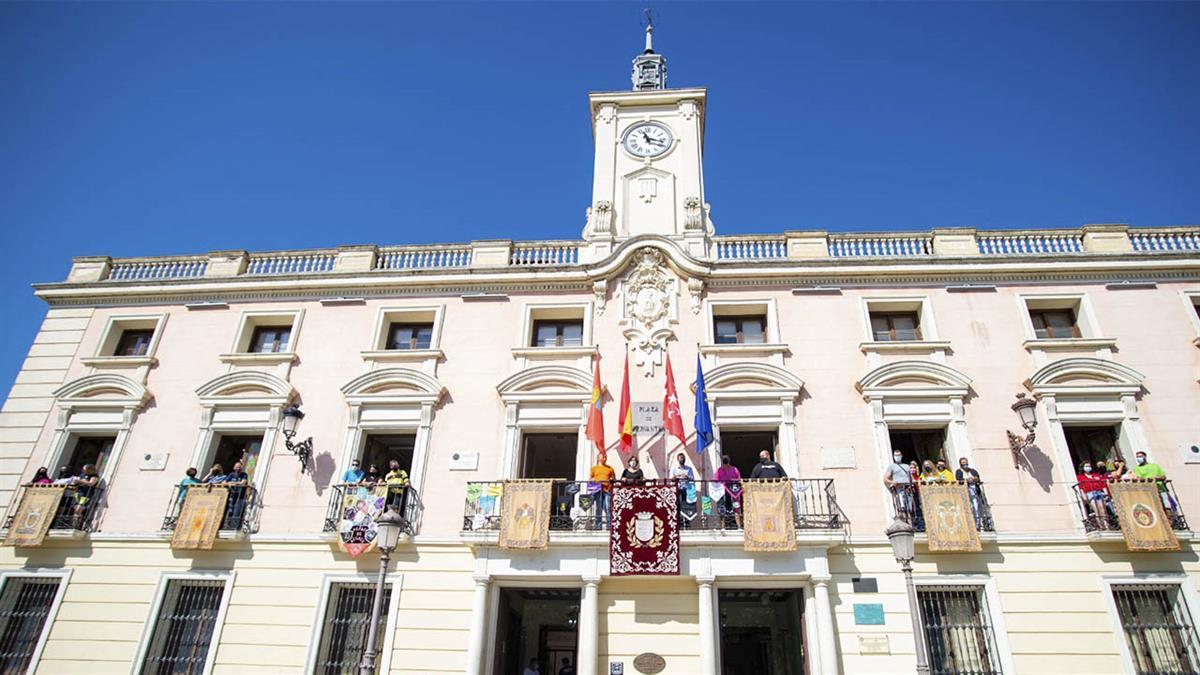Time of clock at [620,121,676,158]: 11:17
